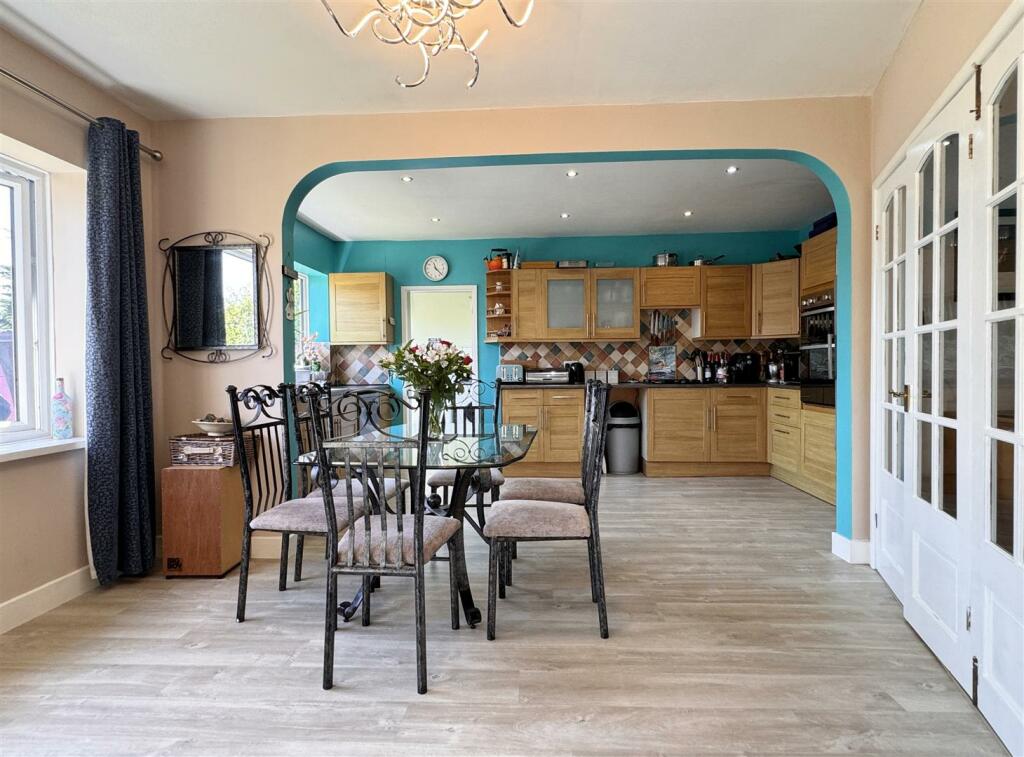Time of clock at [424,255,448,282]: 11:22
